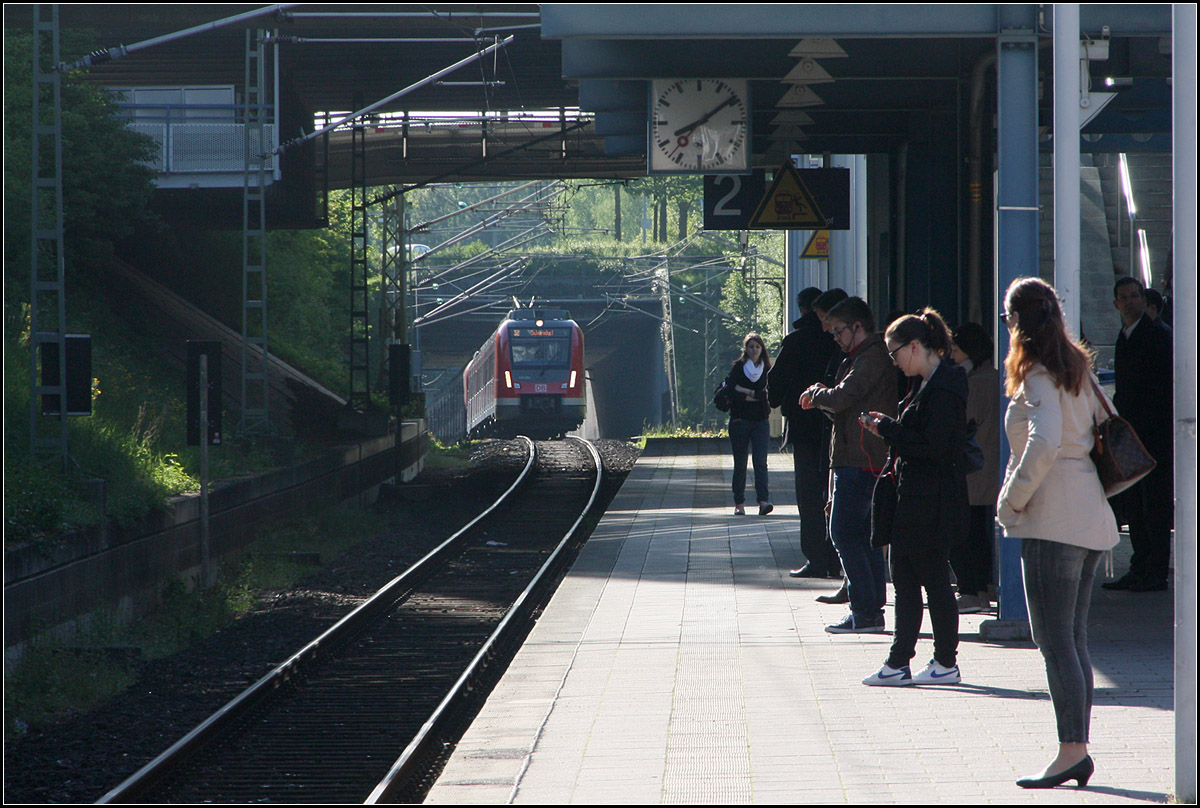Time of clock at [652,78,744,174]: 8:09
